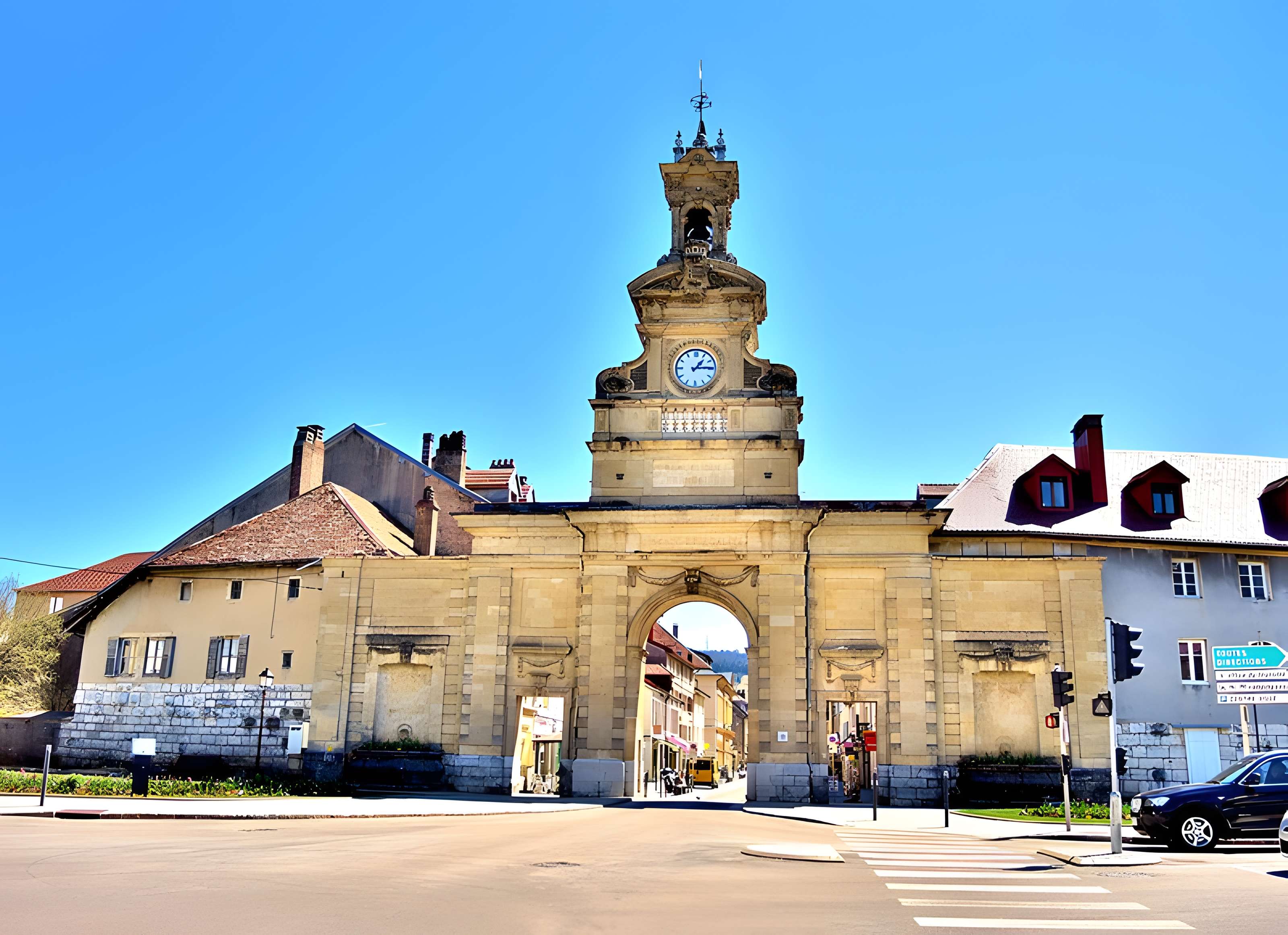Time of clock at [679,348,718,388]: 1:14
